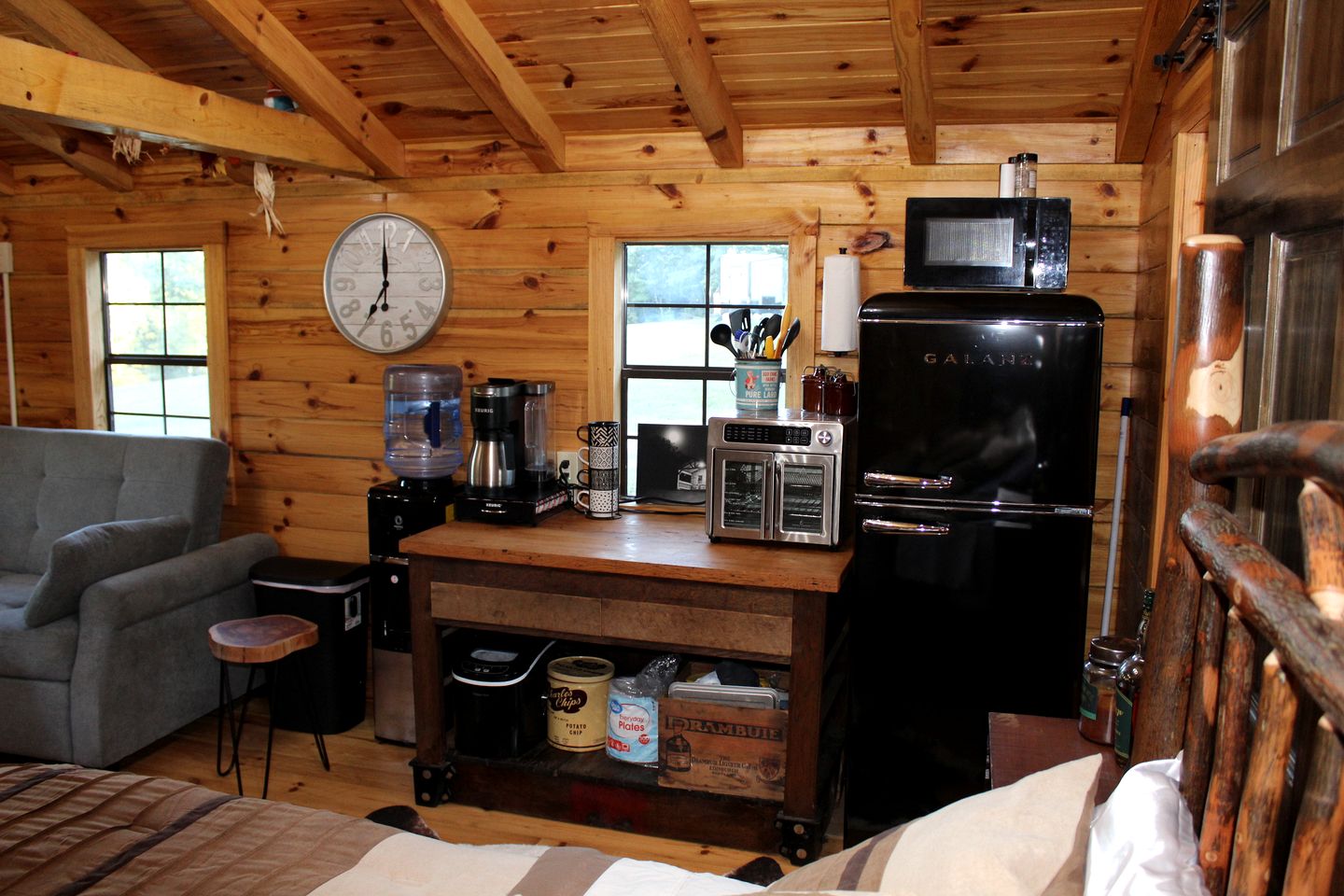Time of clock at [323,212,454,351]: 6:59
